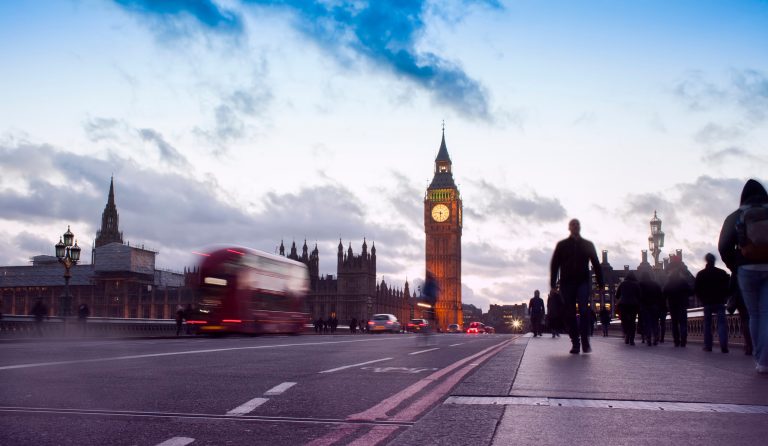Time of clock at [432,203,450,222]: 5:46
